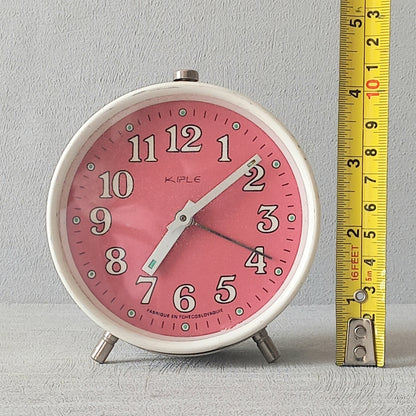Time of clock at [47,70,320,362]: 7:08
